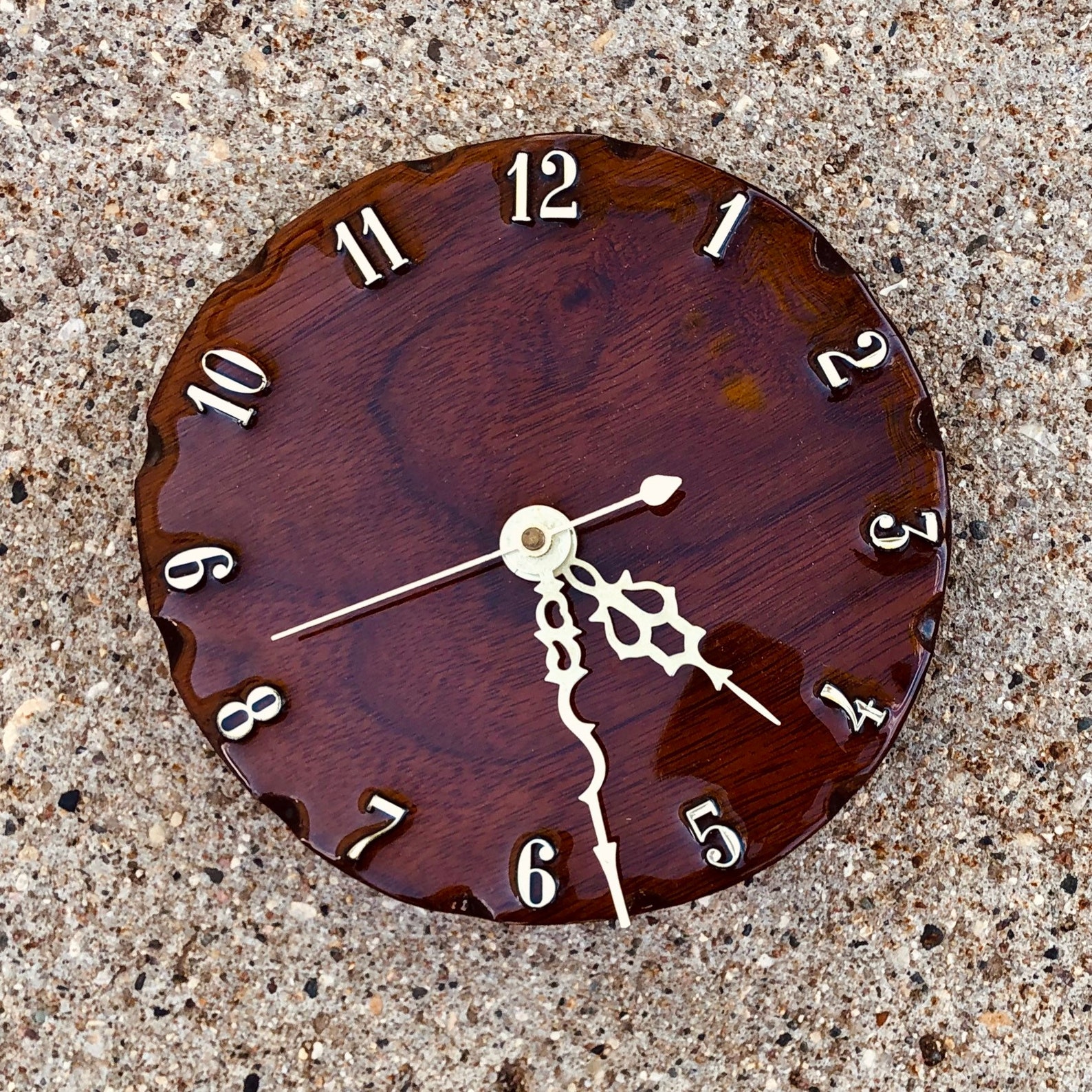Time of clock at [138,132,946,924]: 5:20
